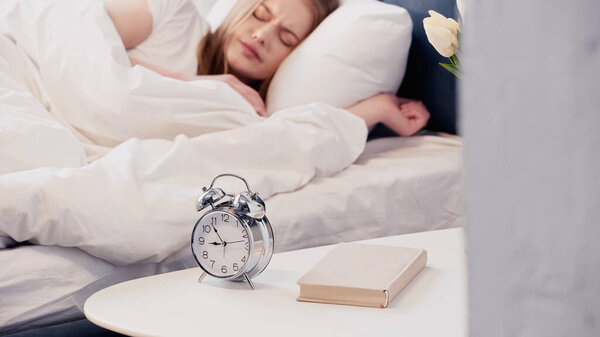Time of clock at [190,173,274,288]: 8:53
